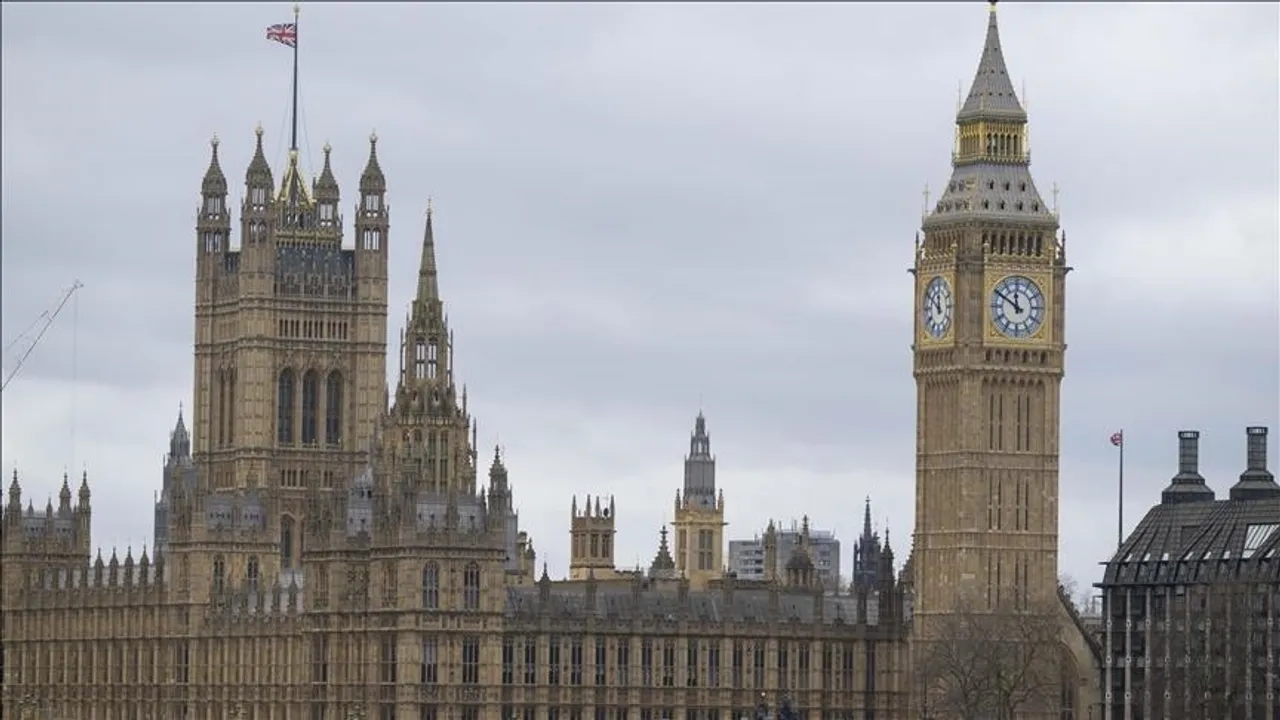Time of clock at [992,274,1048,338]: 11:50
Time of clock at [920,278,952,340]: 11:50
